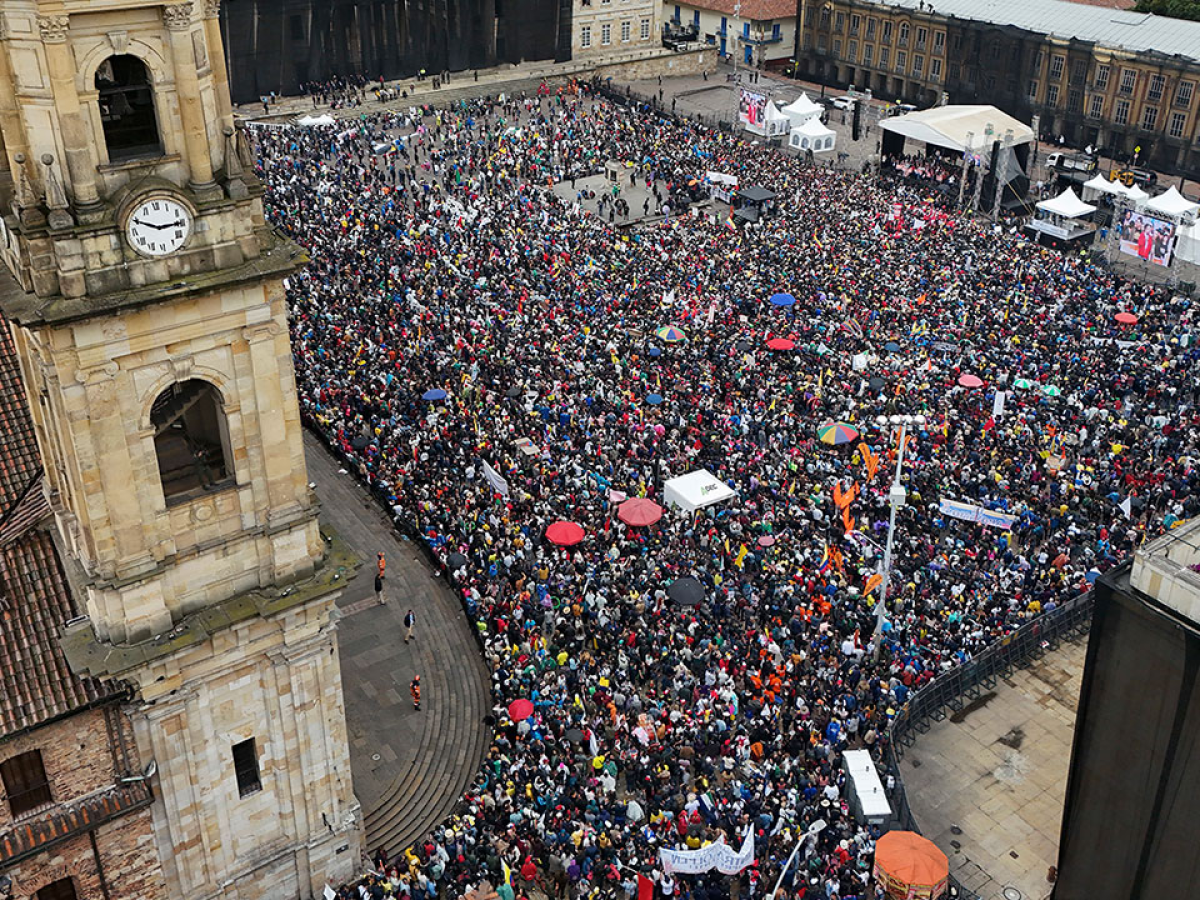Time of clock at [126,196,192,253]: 2:49
